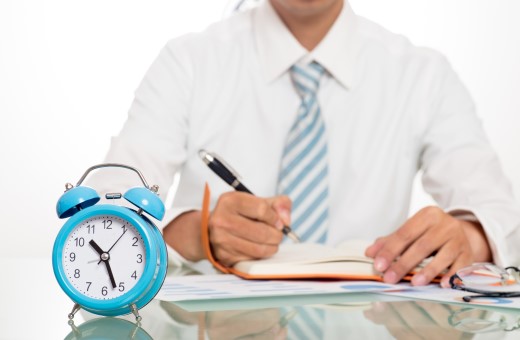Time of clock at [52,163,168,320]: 10:26
